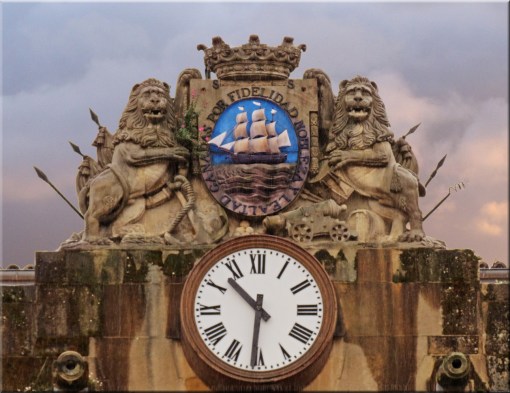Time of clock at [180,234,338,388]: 10:31
